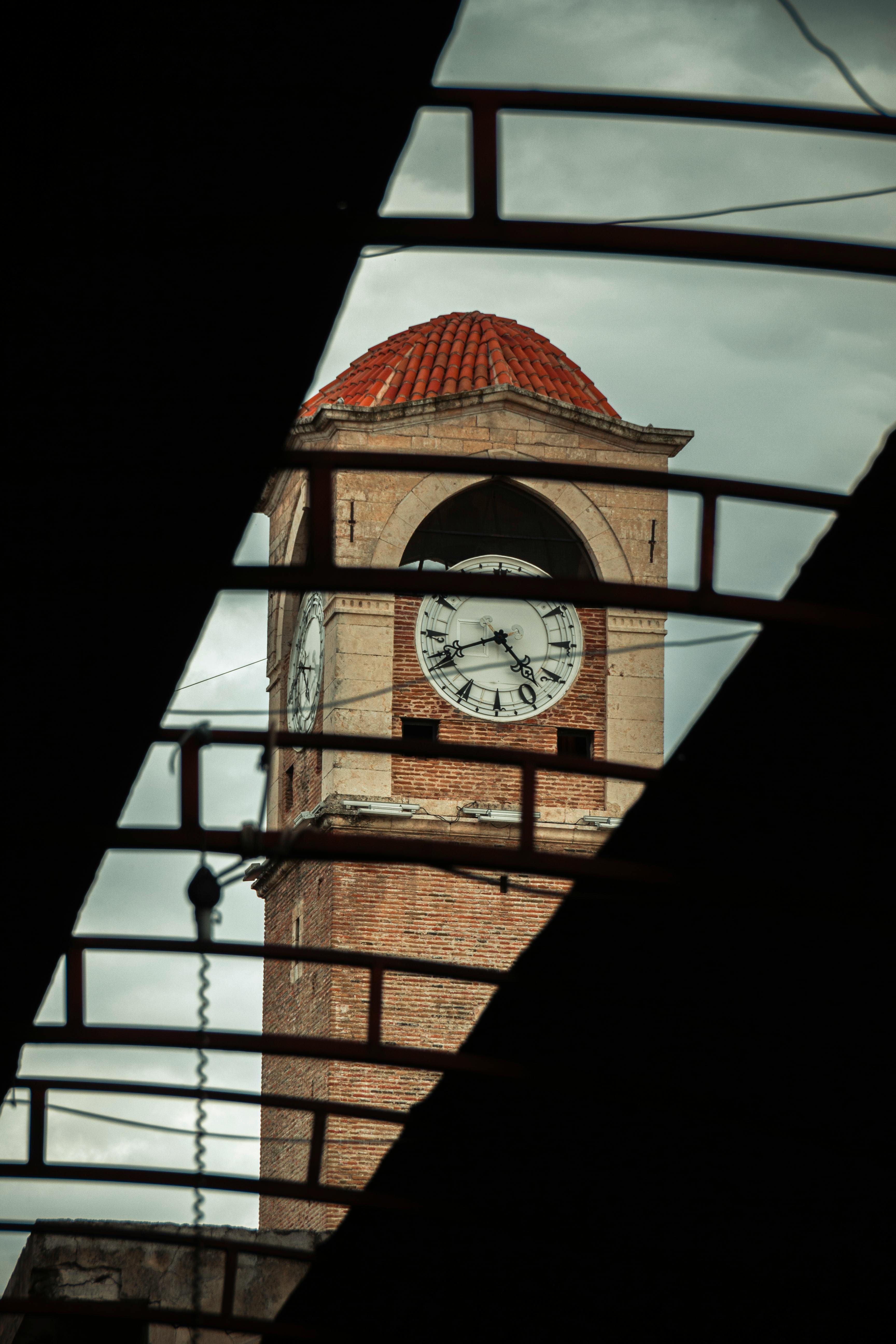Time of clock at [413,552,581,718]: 4:41
